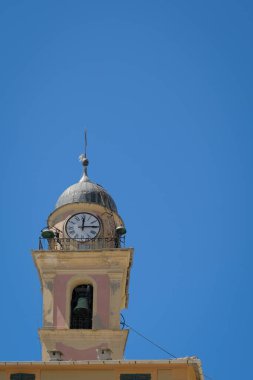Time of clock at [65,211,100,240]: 12:14
